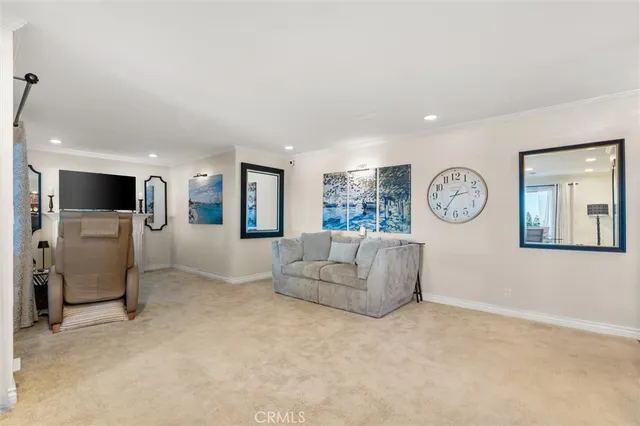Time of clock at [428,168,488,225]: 2:35
